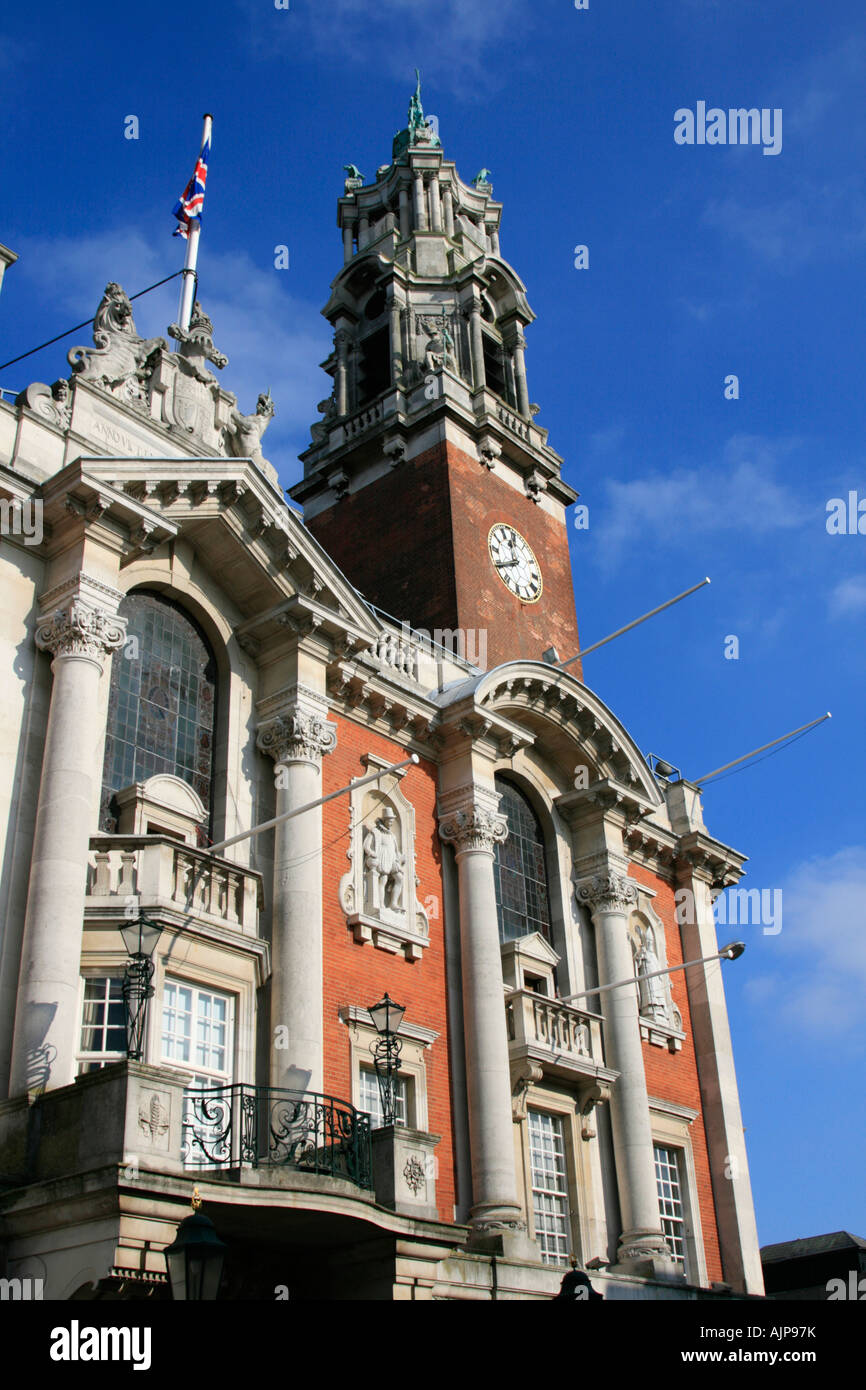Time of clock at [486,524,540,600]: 11:39
